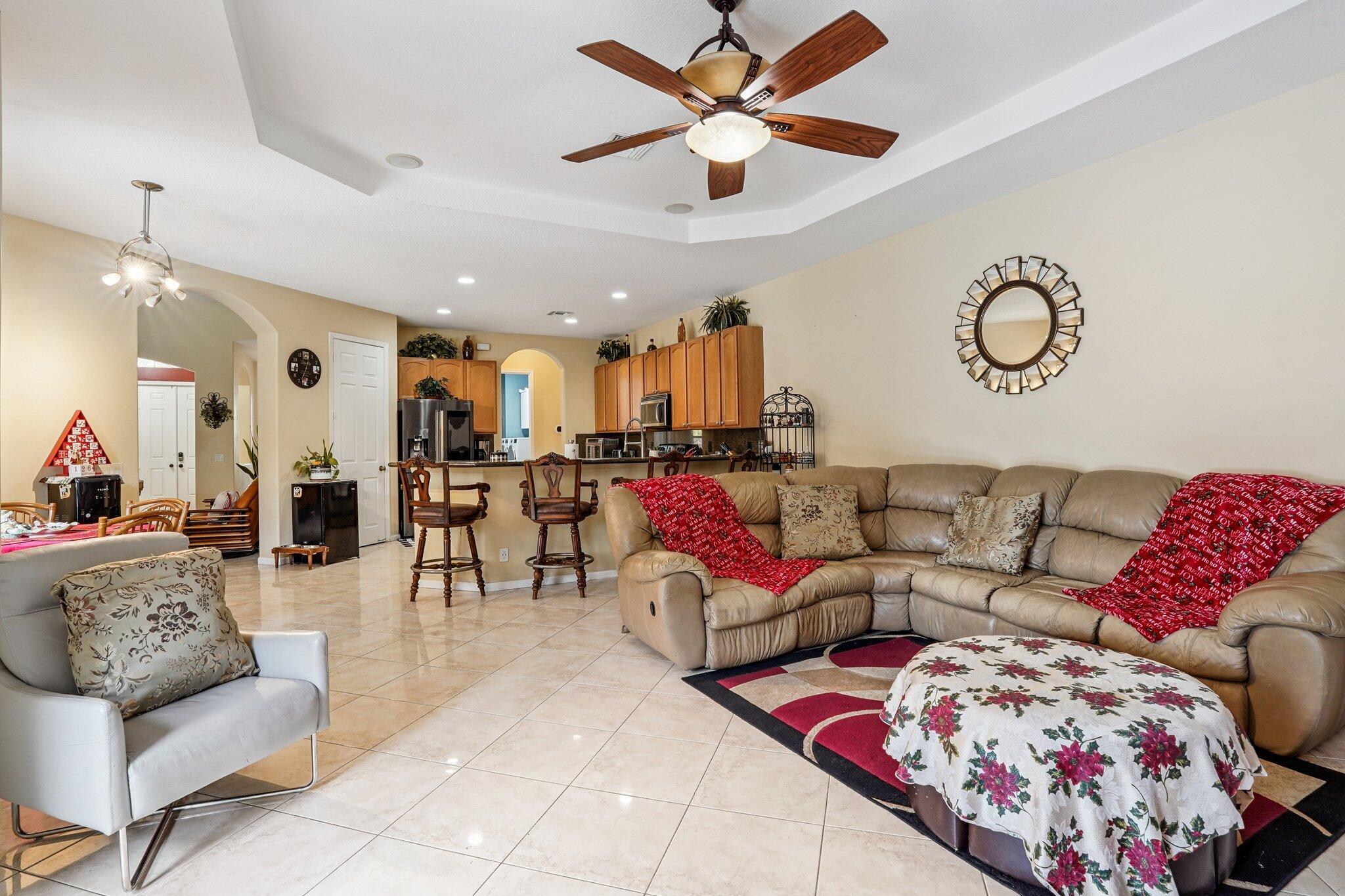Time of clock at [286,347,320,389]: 12:33
